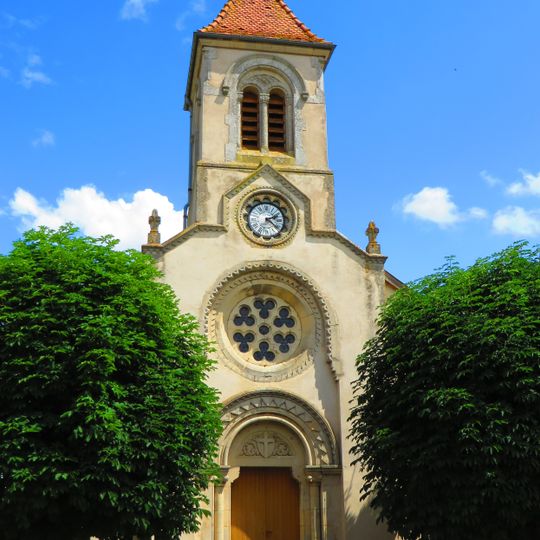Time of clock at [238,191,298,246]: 2:22
